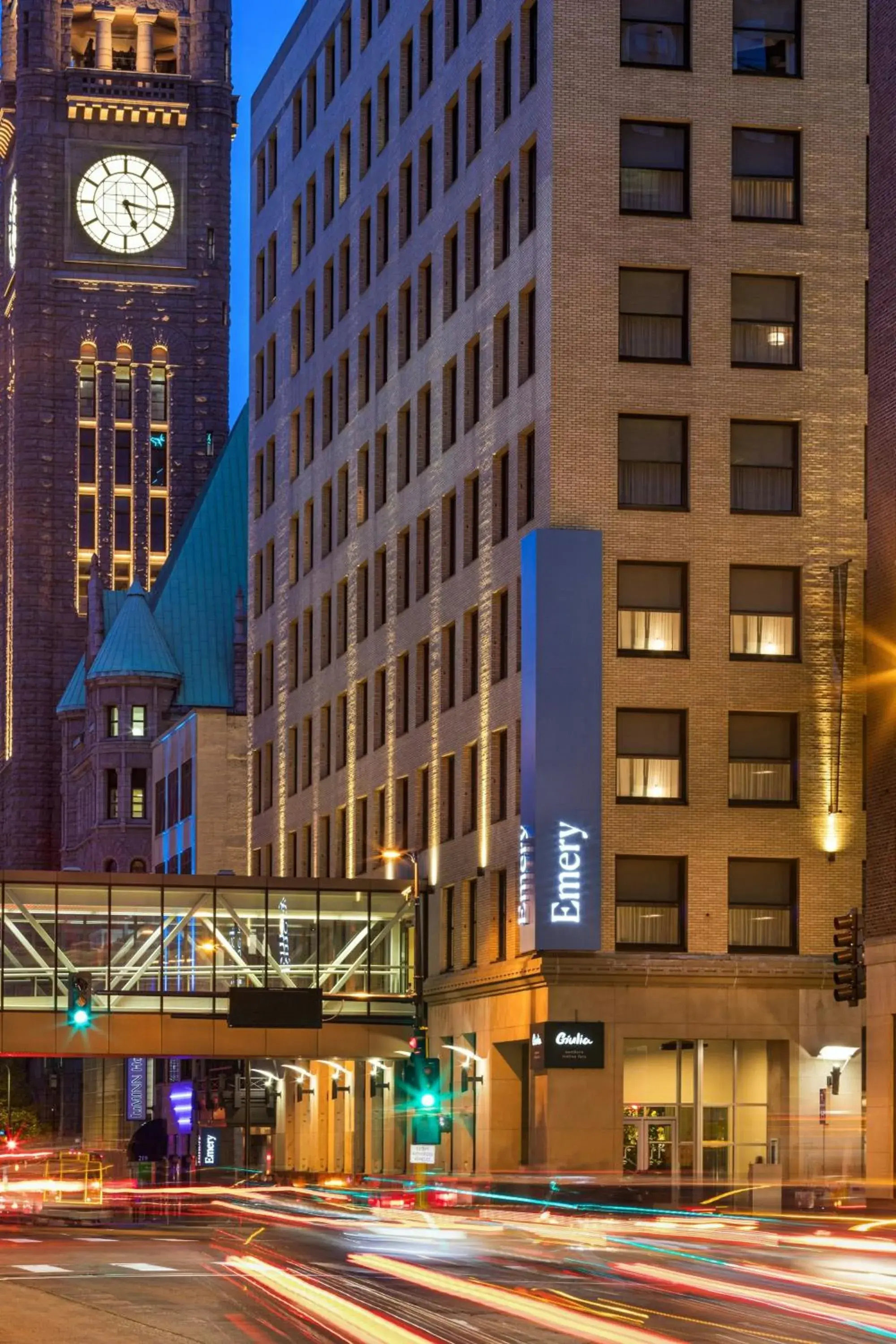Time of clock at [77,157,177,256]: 5:16
